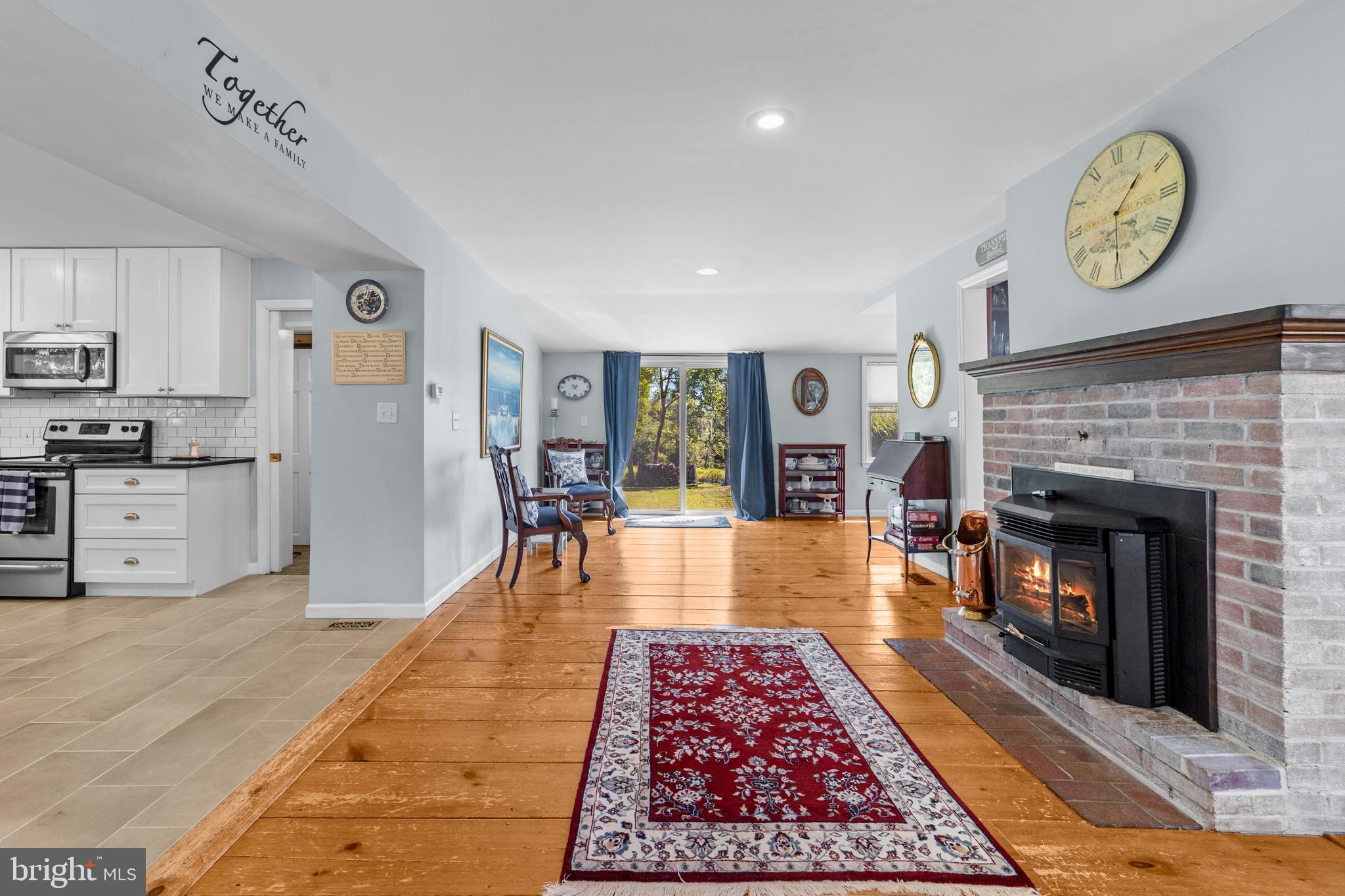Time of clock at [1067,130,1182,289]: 1:30
